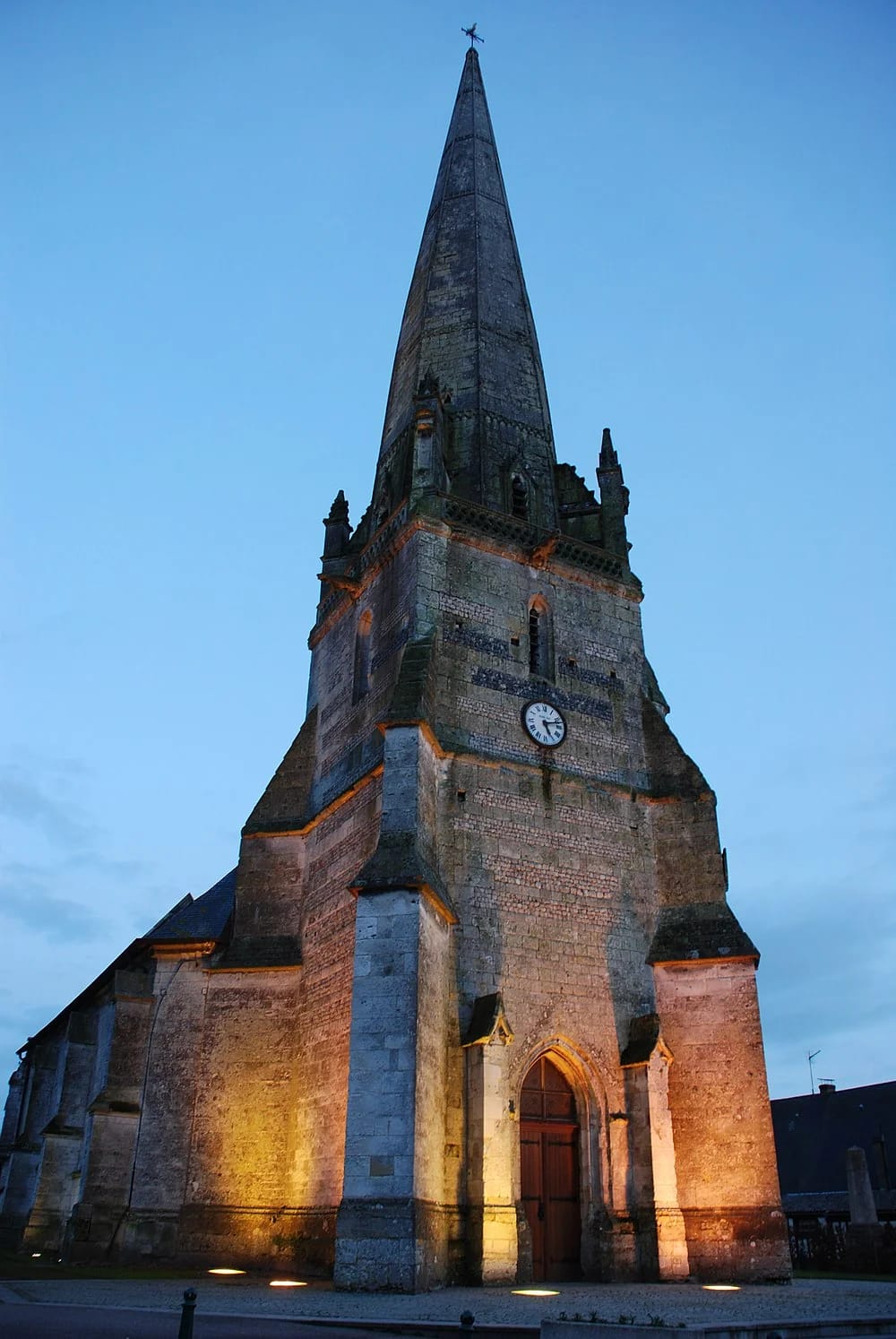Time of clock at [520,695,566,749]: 5:12
